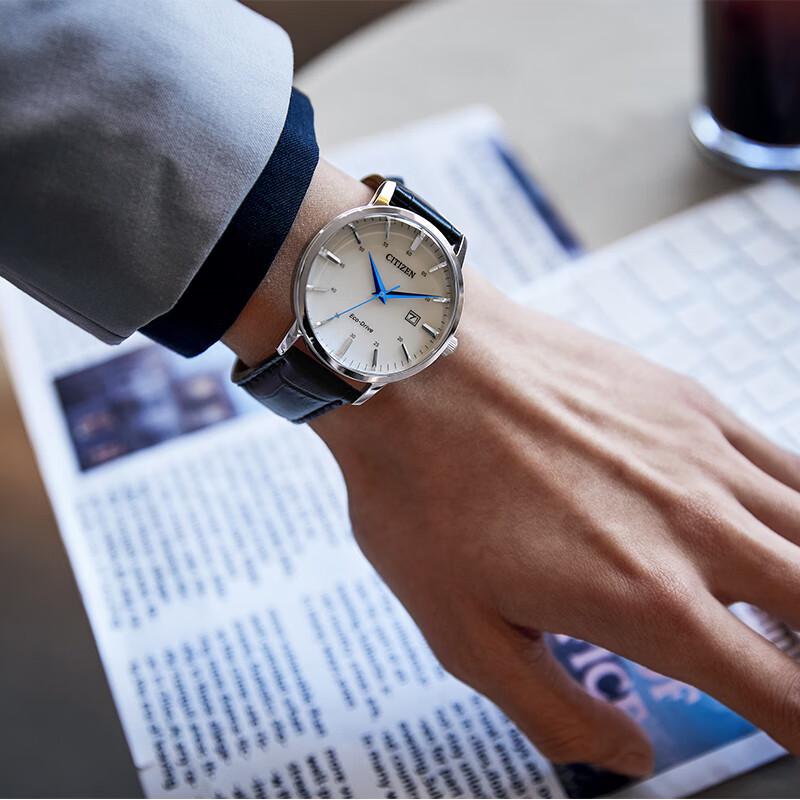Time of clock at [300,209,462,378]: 11:14
